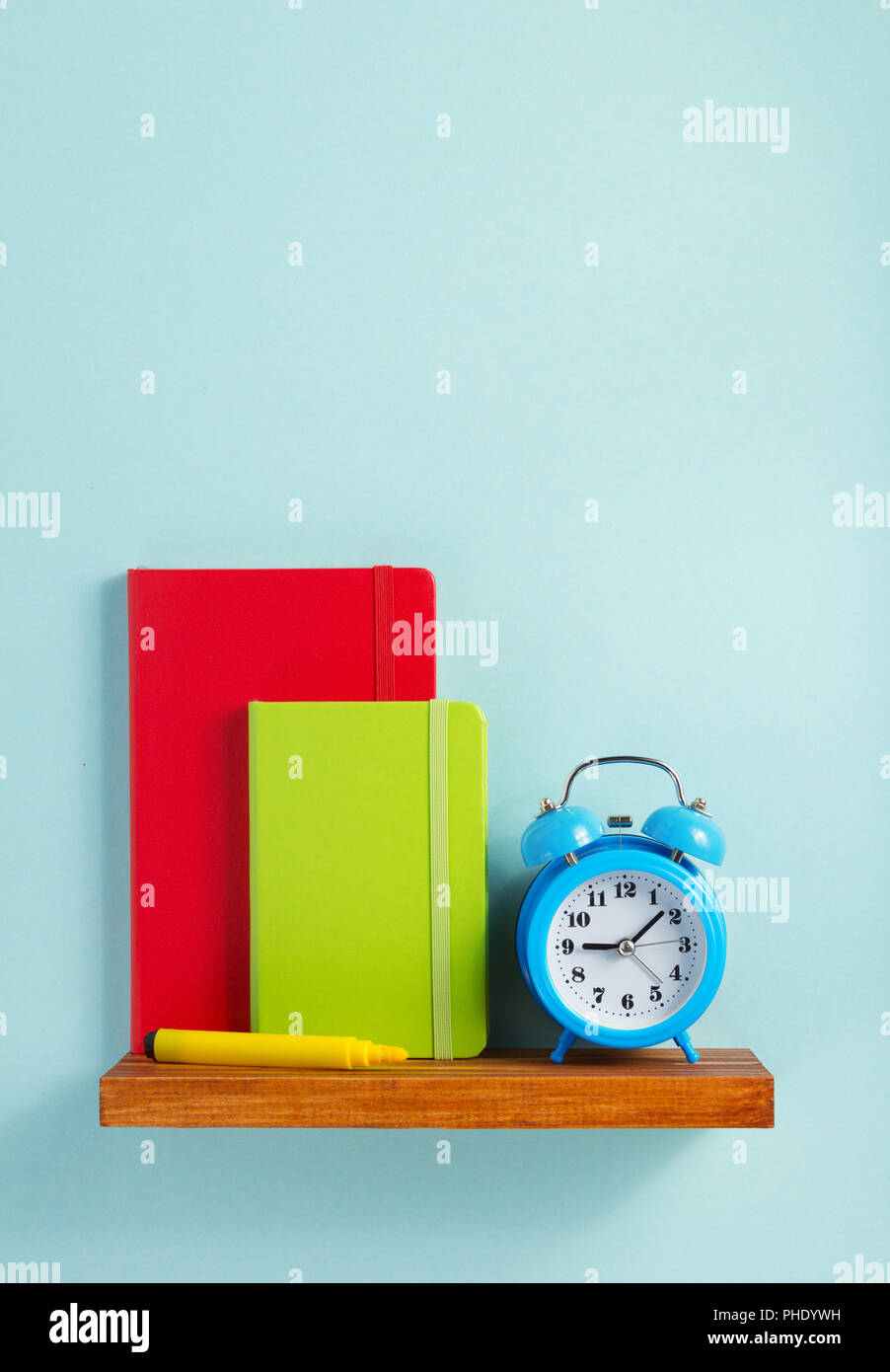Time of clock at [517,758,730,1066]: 9:08
